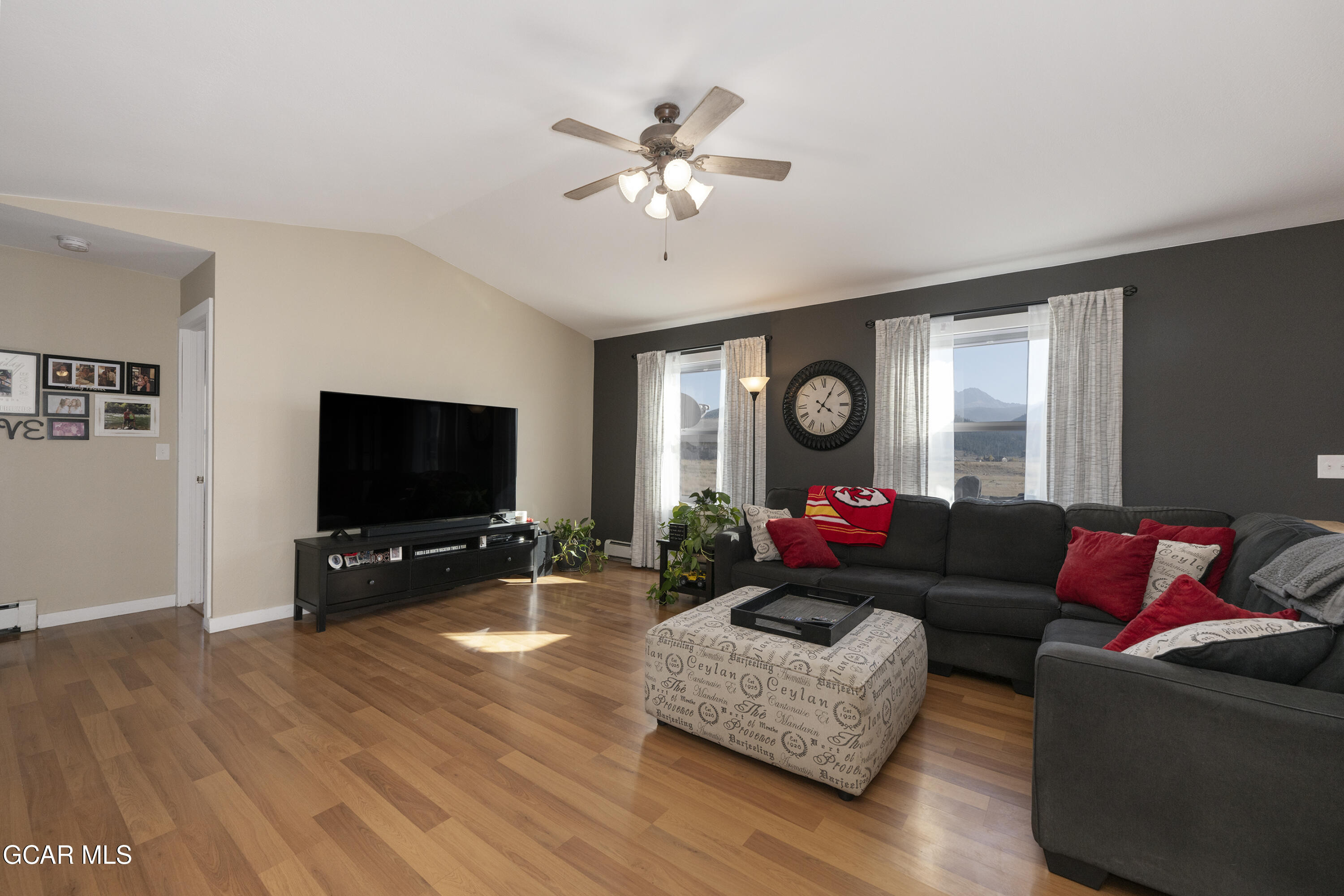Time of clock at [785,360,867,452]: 4:05
